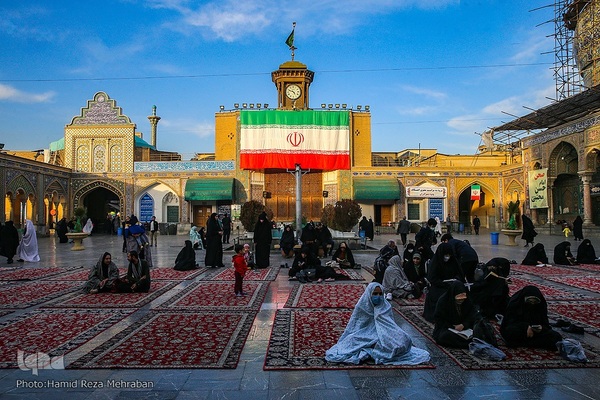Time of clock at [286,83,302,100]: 4:48
